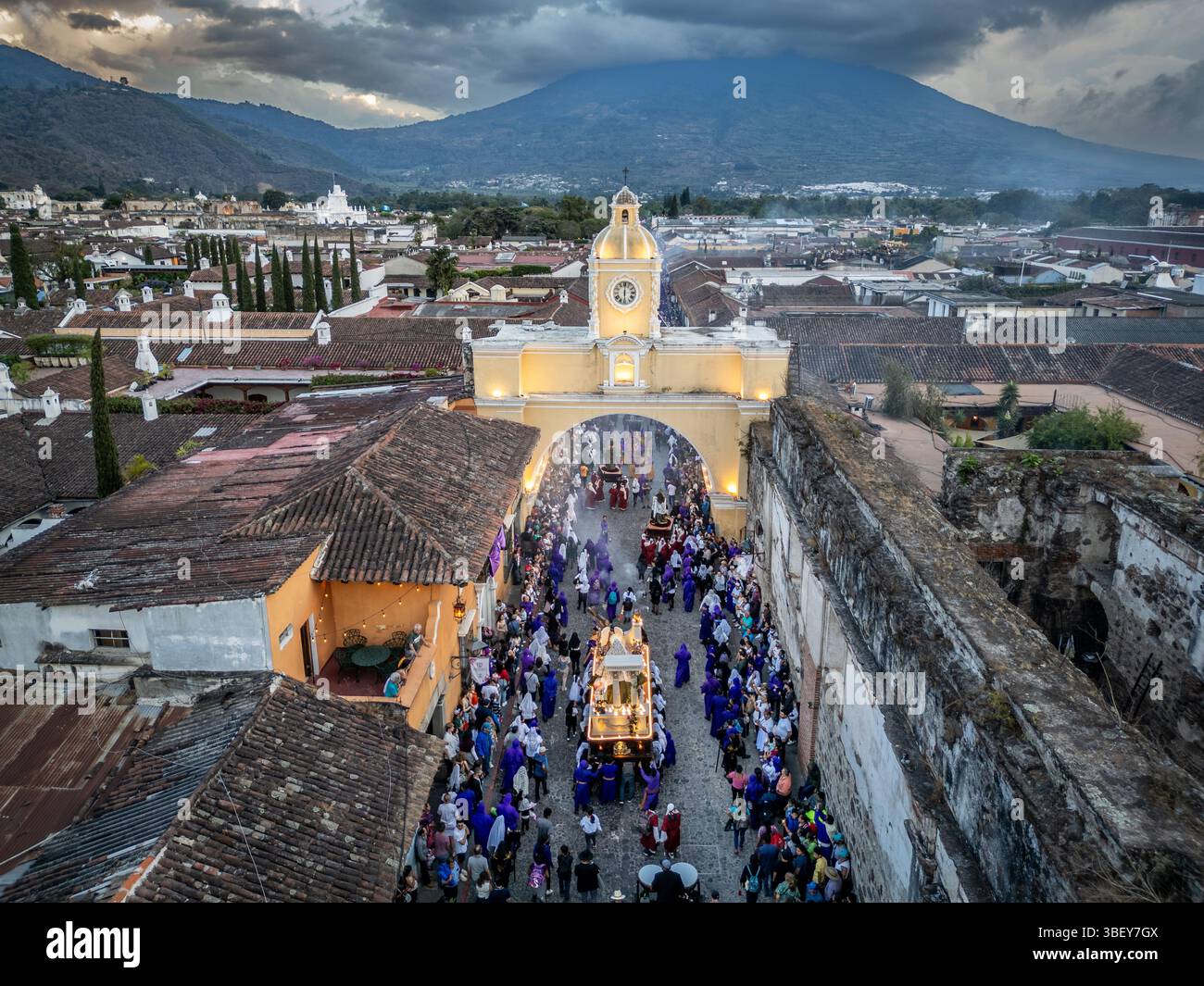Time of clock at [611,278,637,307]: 6:00
